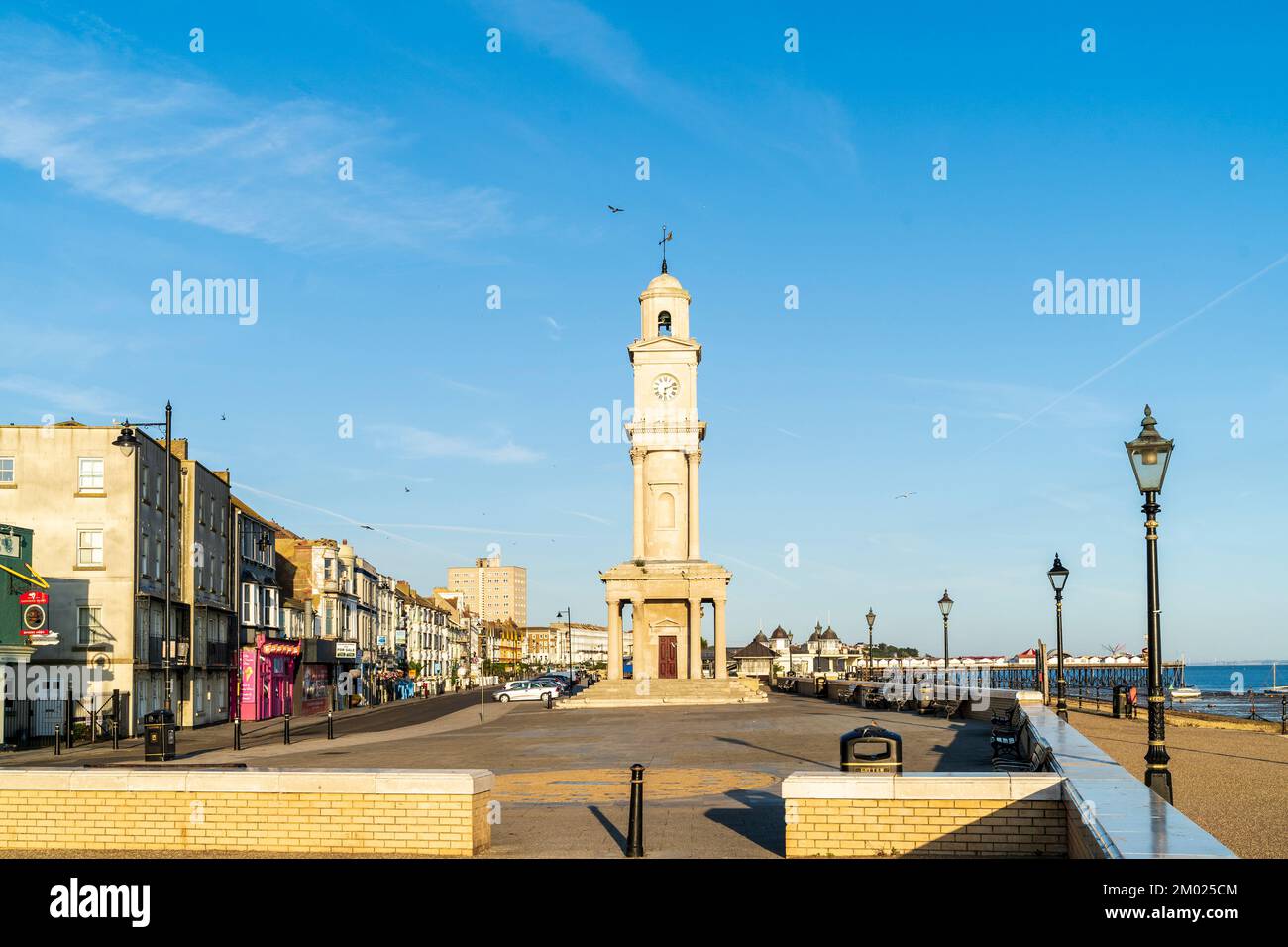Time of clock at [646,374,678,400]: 6:11
